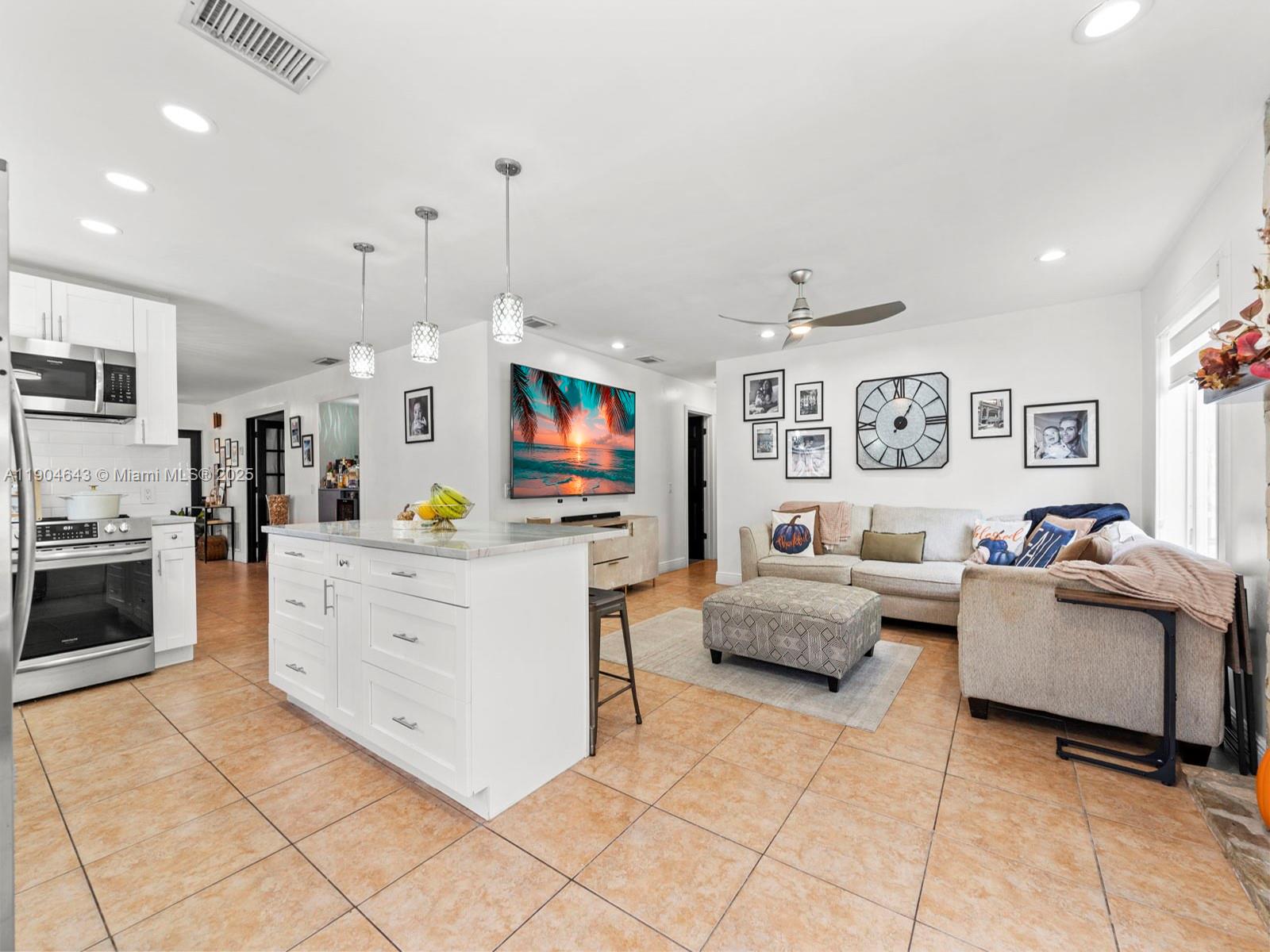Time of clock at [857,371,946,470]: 1:05
